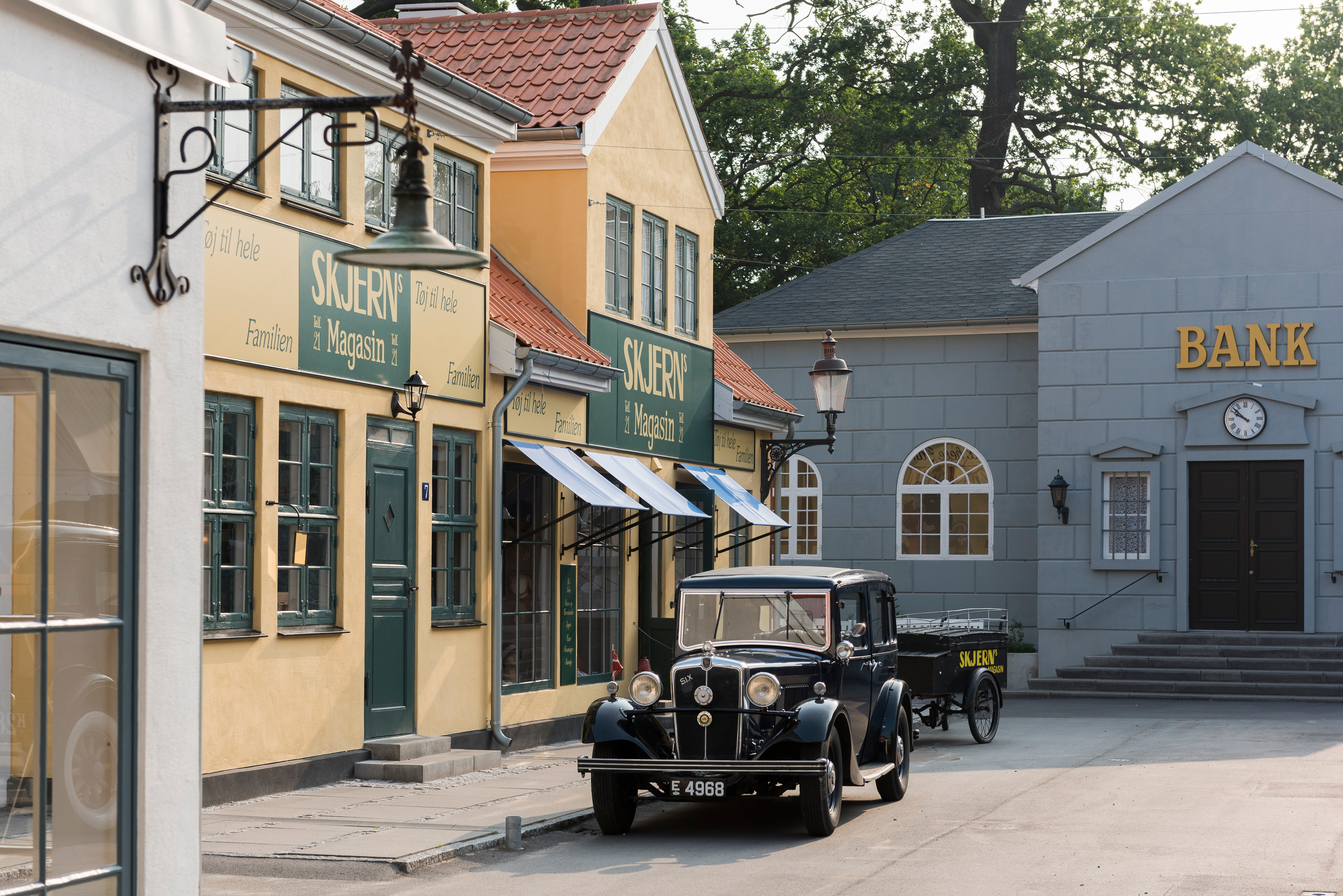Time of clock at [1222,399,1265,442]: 9:51
